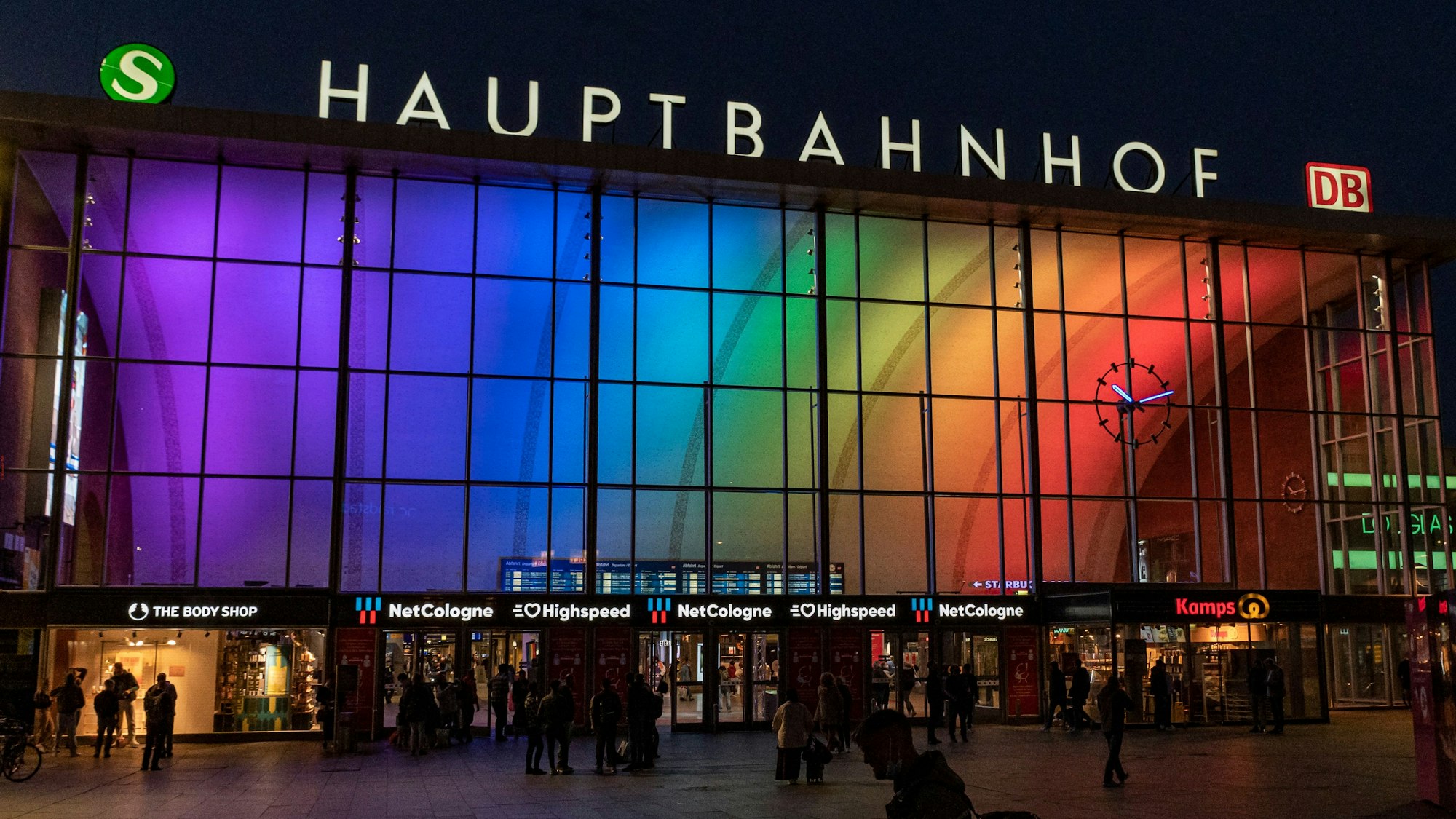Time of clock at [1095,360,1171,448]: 10:12
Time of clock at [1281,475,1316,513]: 10:13
